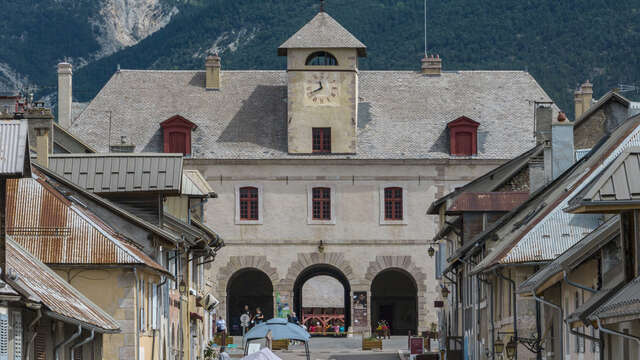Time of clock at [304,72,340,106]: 11:40
